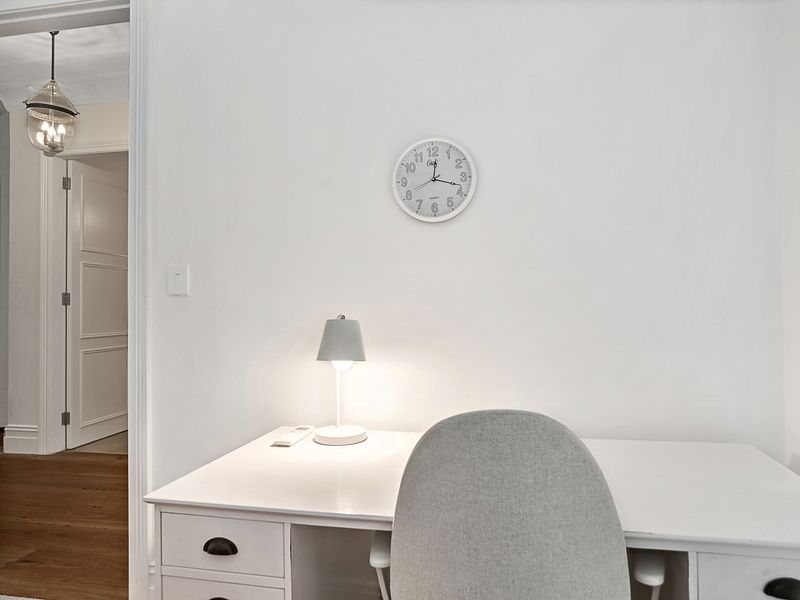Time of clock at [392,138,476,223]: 12:17
